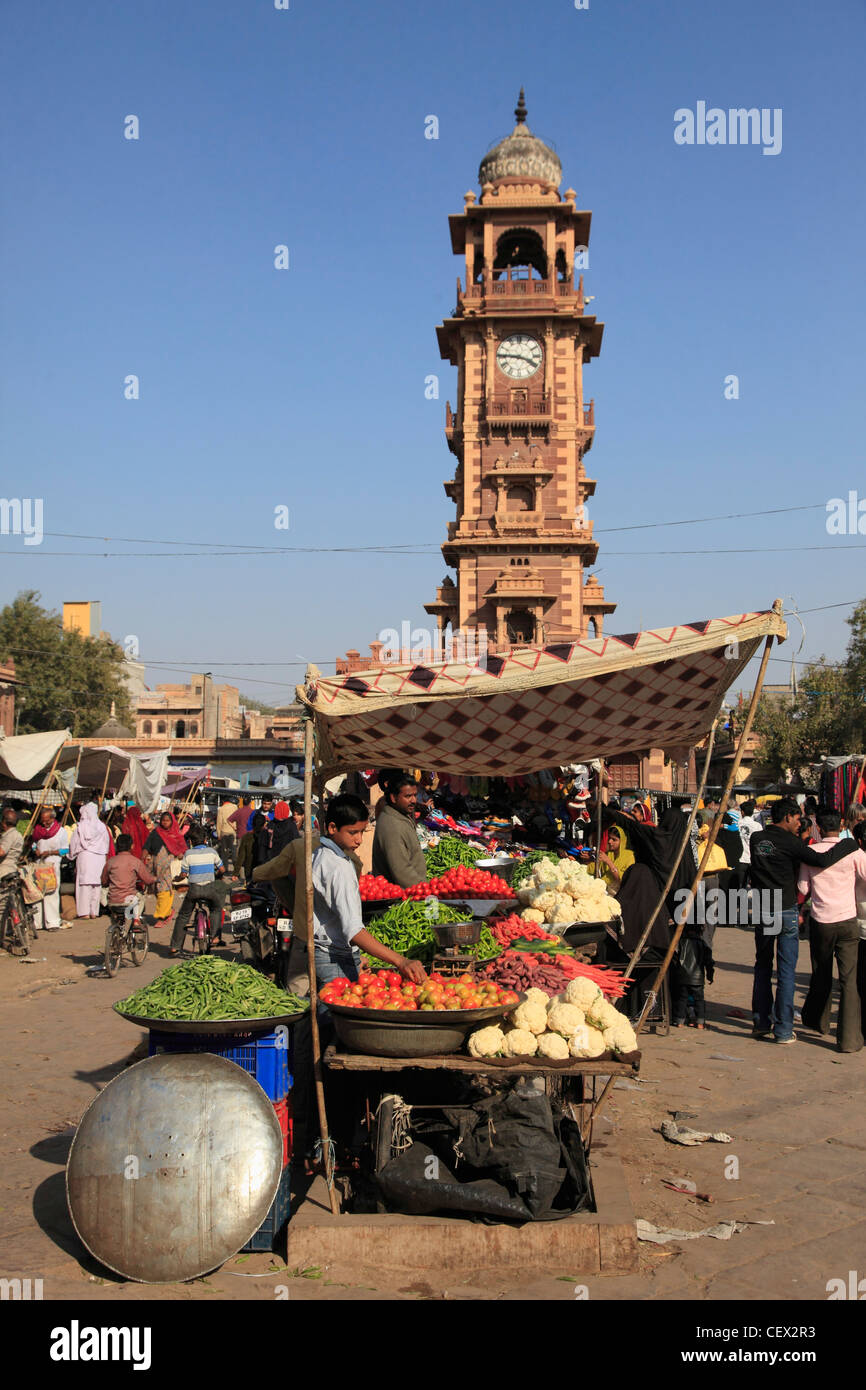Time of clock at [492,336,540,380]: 3:45
